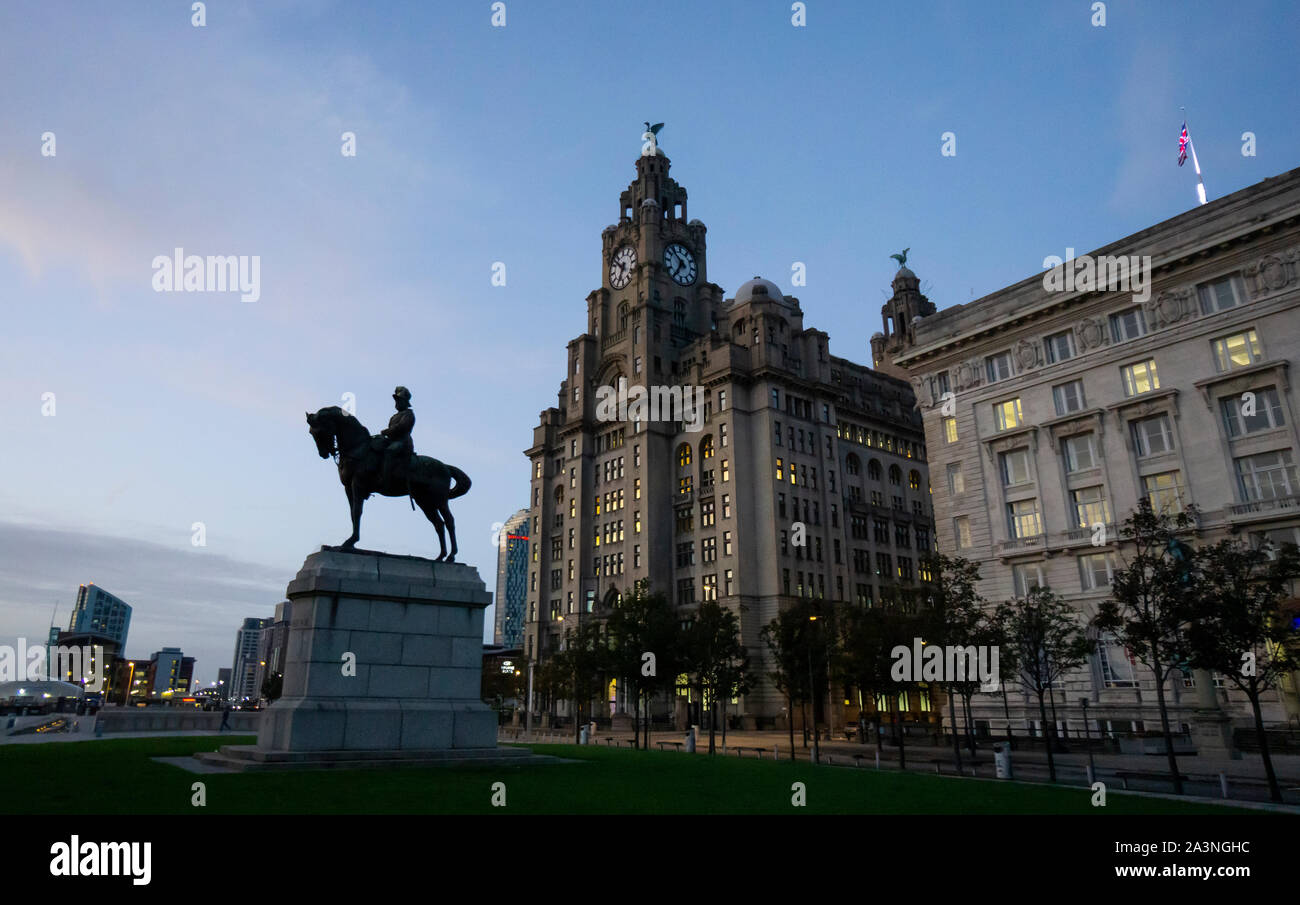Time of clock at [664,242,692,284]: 6:52
